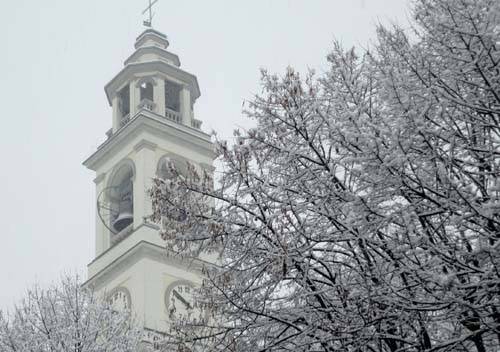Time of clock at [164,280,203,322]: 9:51
